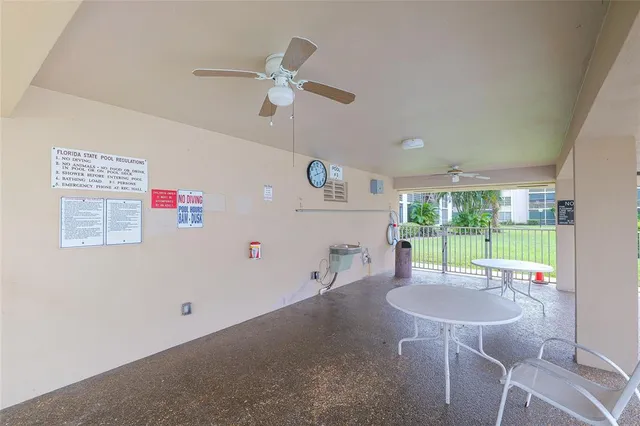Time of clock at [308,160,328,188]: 8:11
